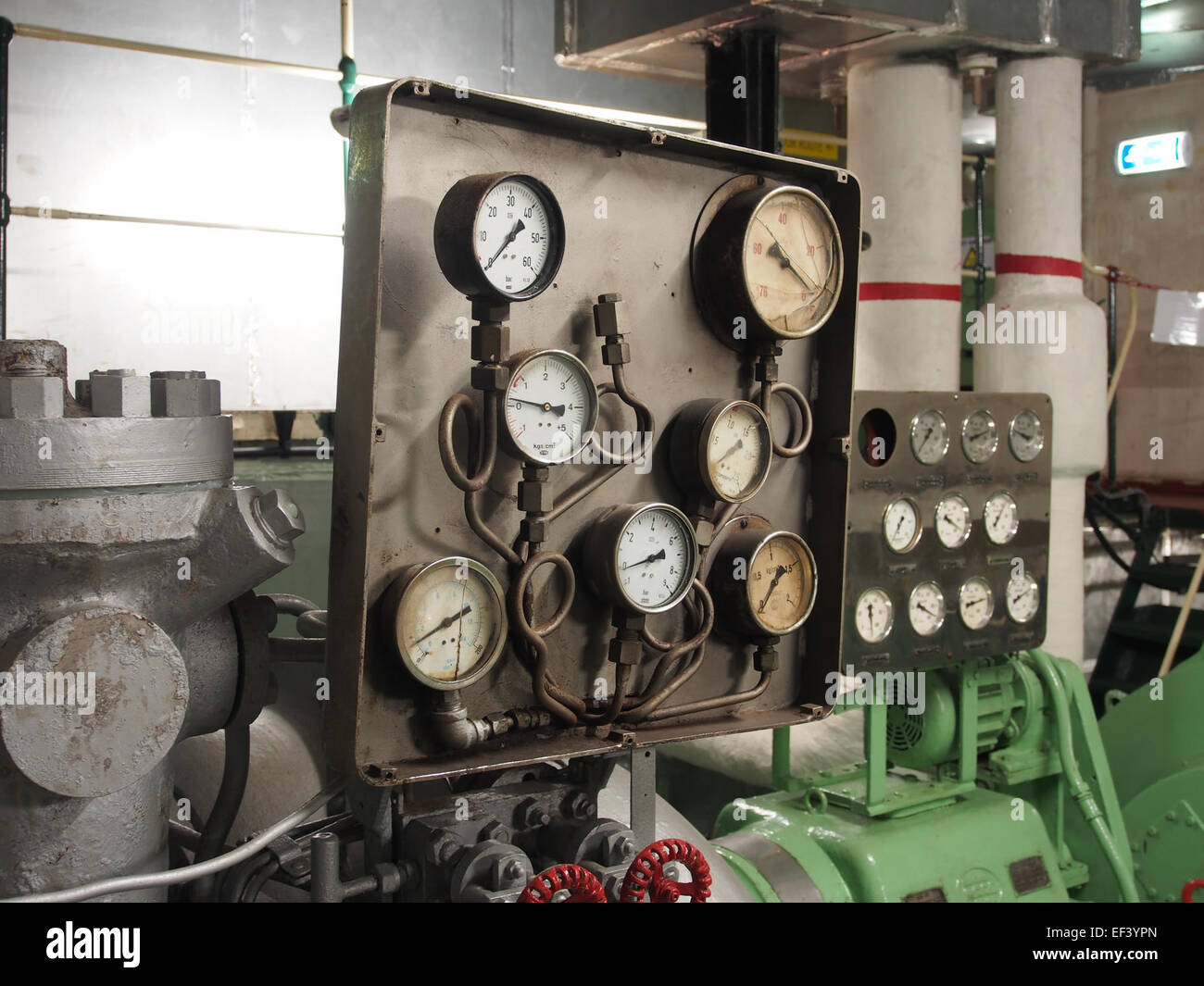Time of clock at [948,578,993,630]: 8:12
